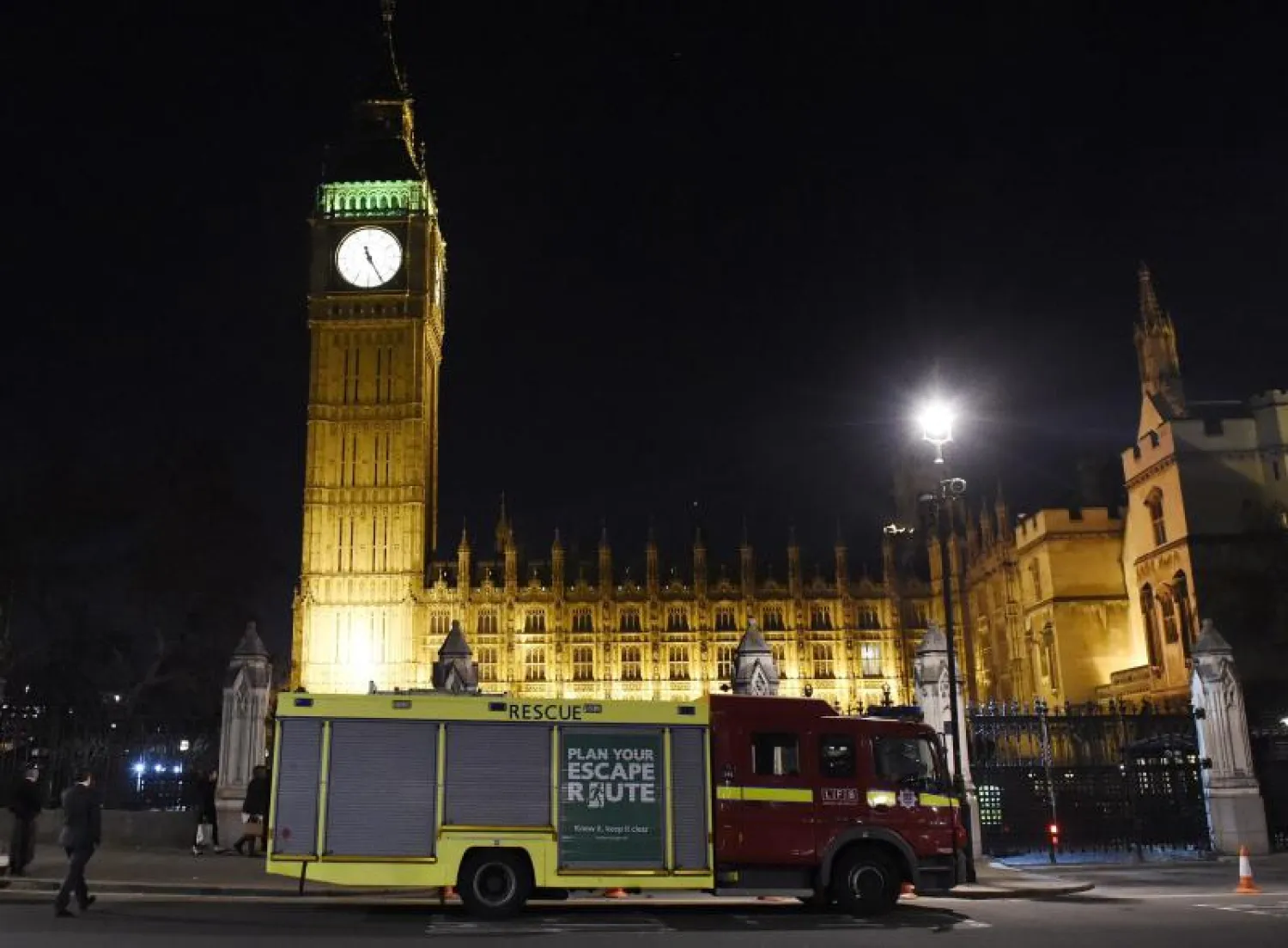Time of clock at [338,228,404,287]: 11:25
